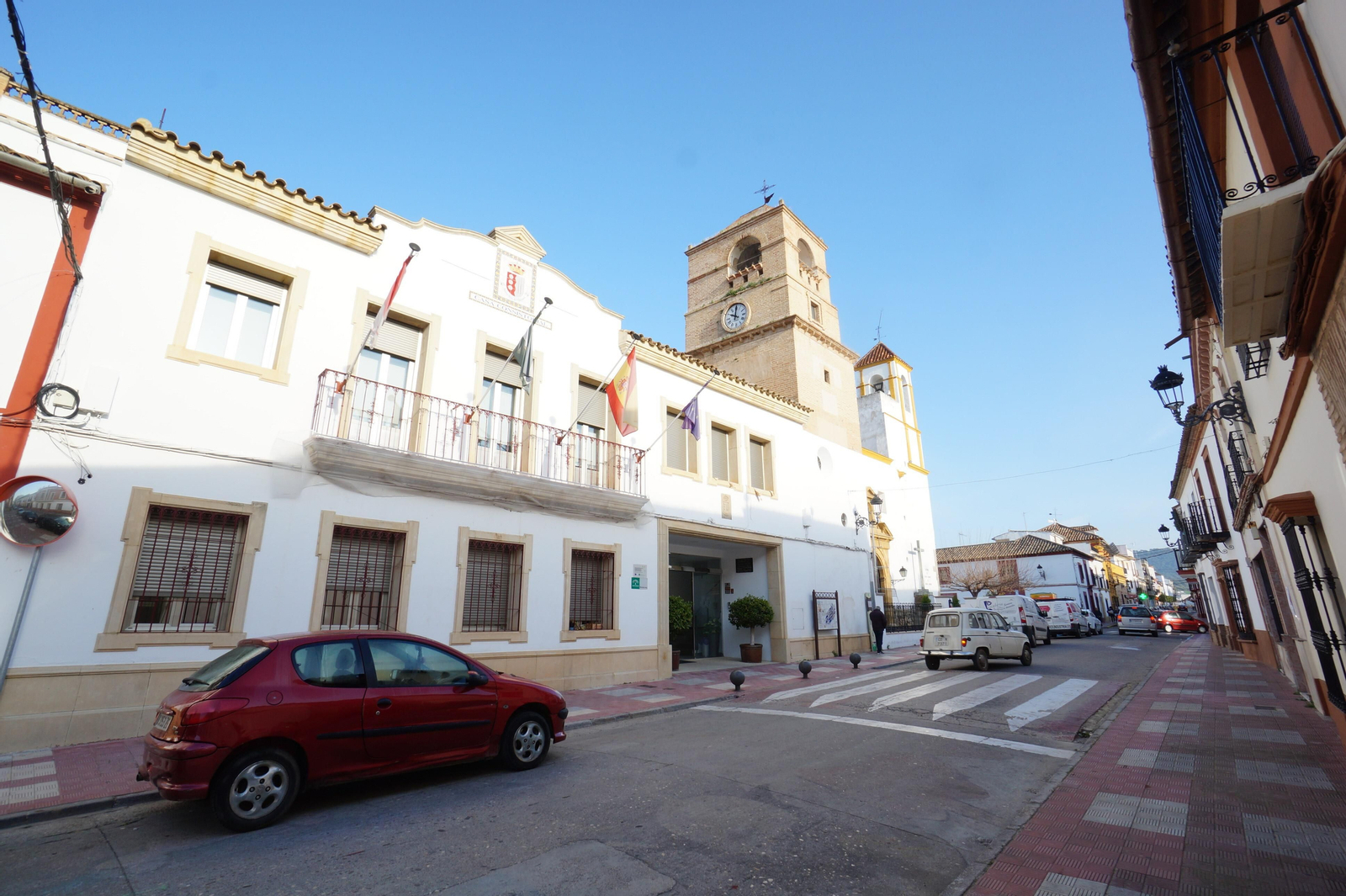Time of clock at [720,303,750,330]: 10:00
